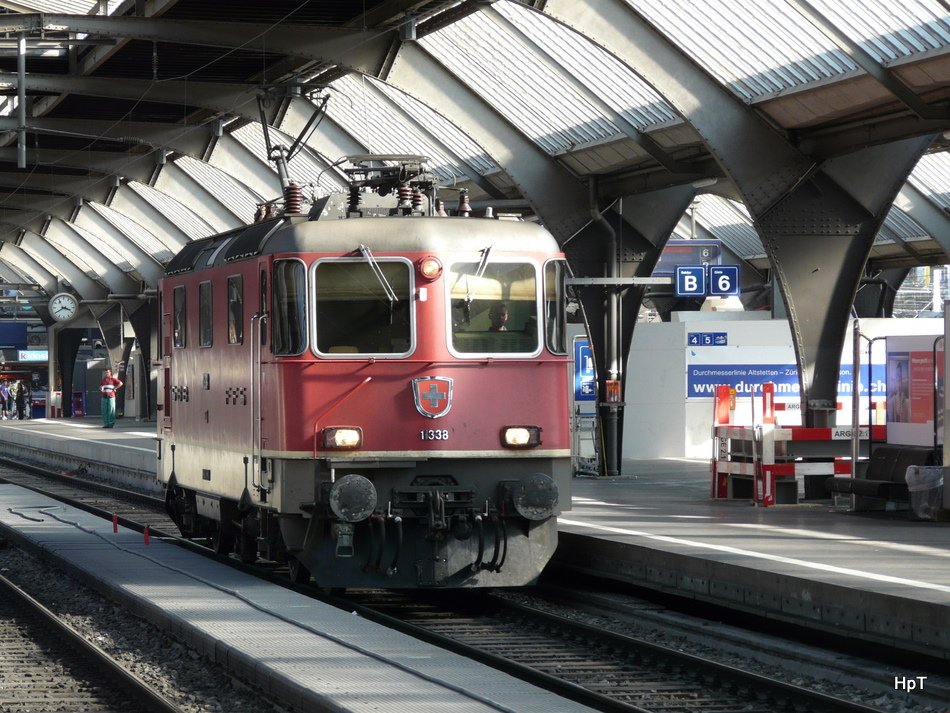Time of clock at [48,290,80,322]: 3:40
